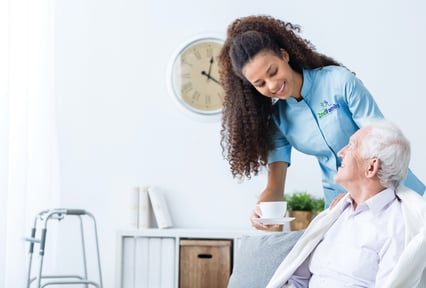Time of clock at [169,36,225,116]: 12:19
